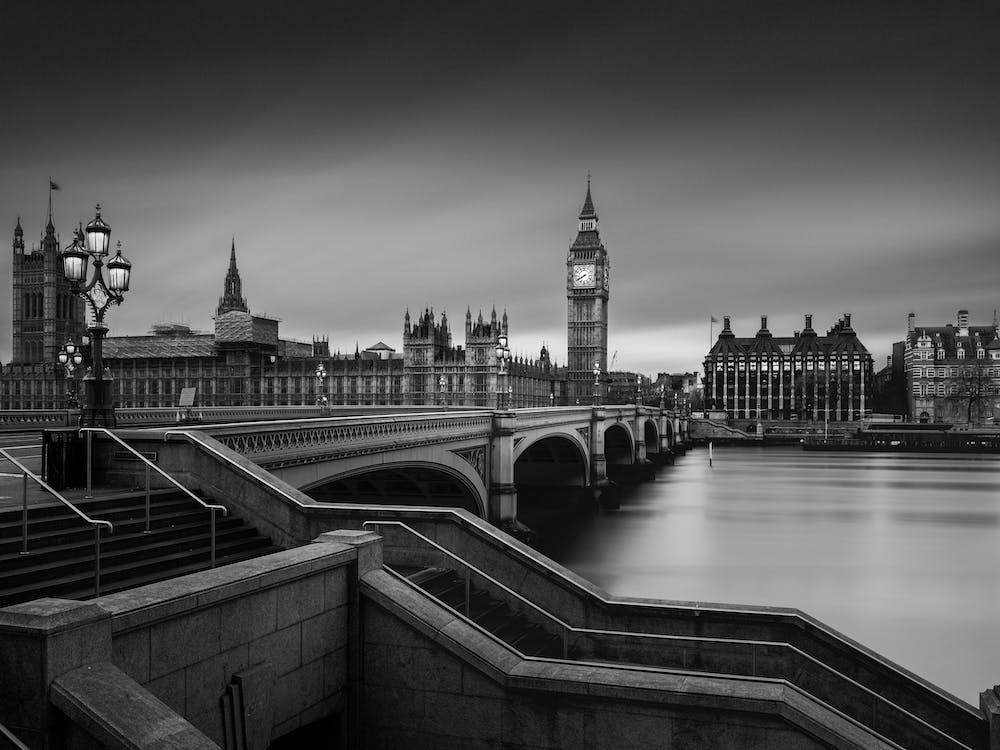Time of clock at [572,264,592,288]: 7:40
